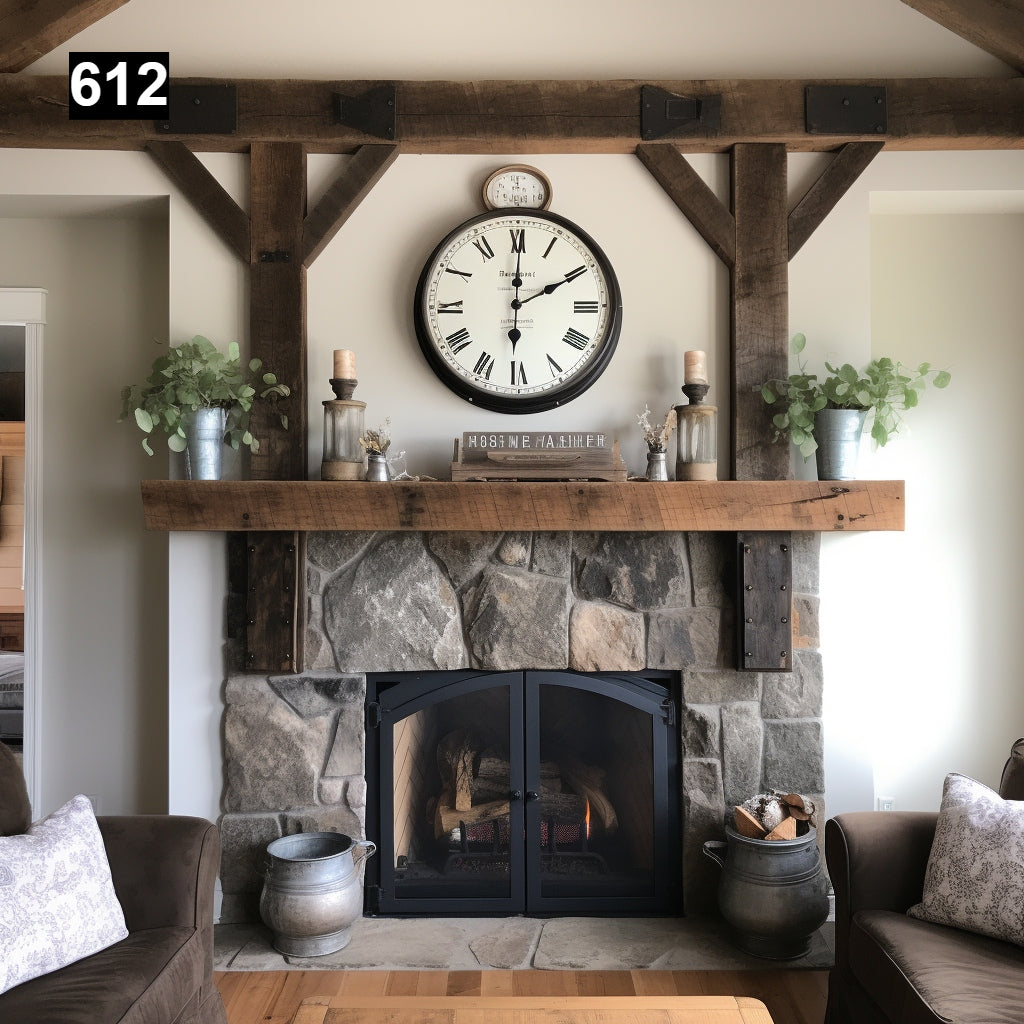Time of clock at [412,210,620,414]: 2:00
